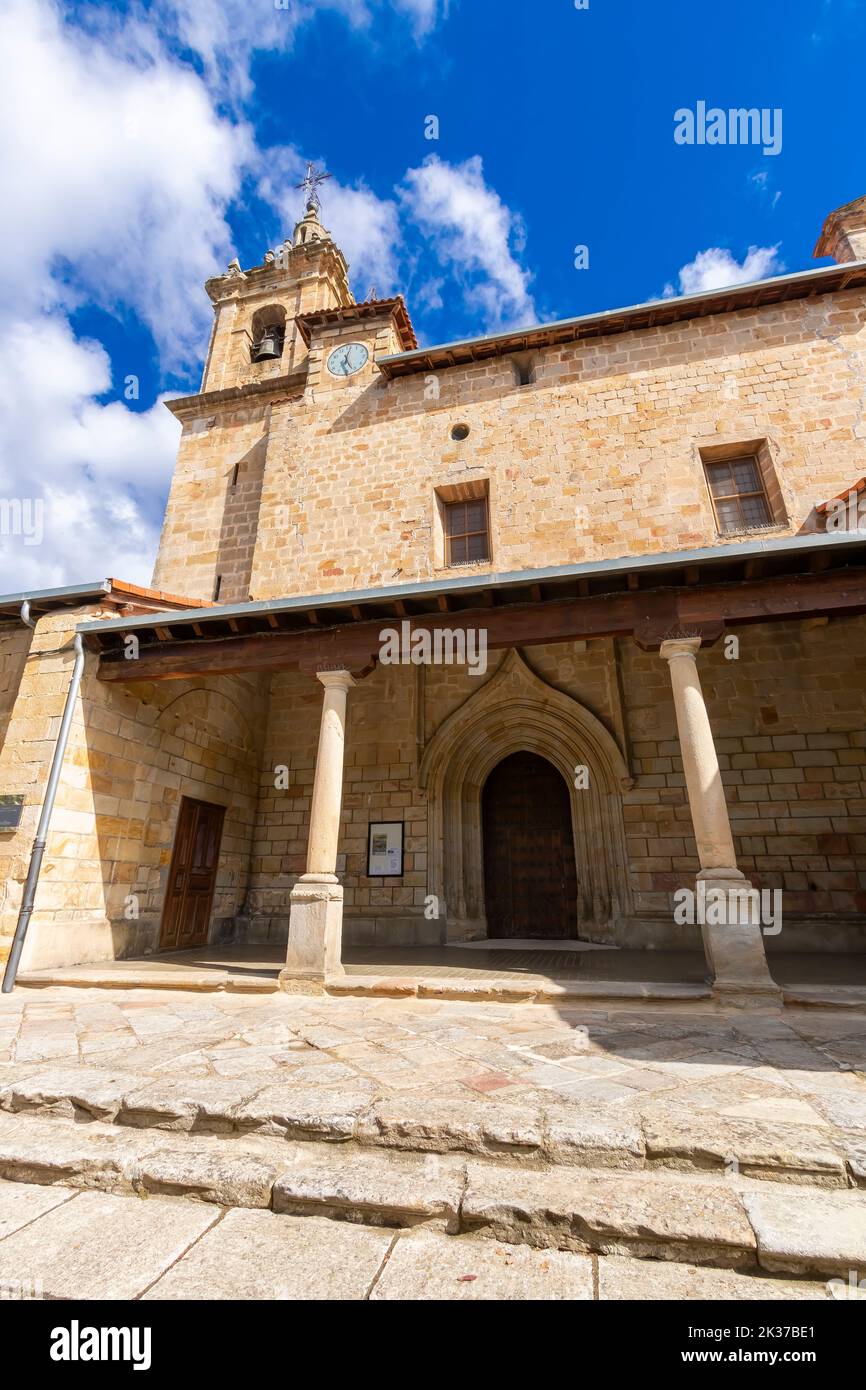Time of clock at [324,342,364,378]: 12:26
